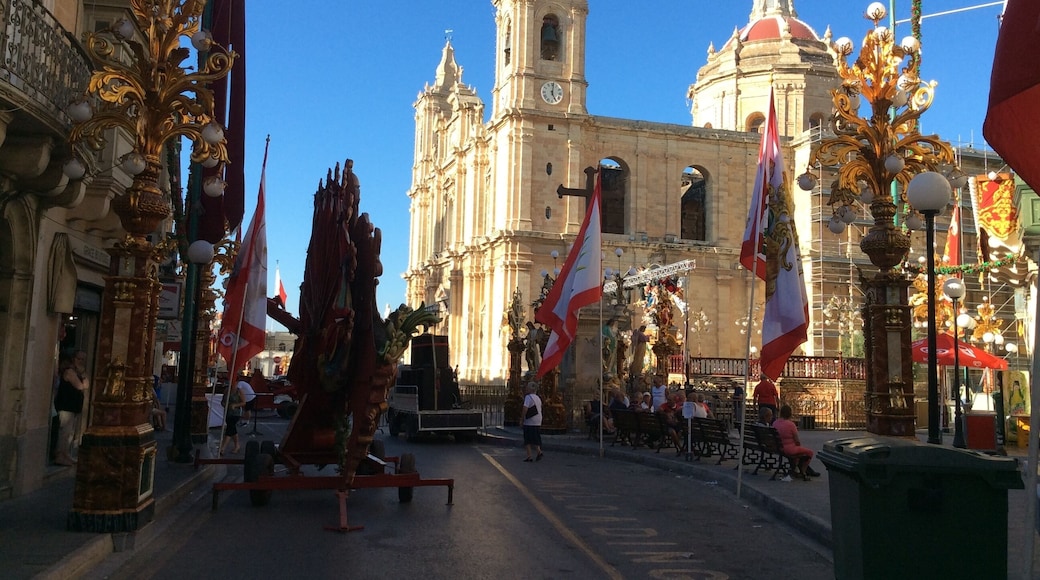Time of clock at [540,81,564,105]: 5:01
